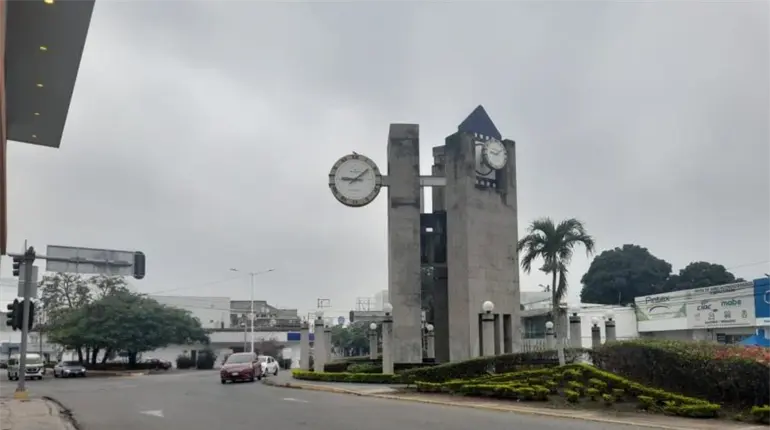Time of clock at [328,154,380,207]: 9:08
